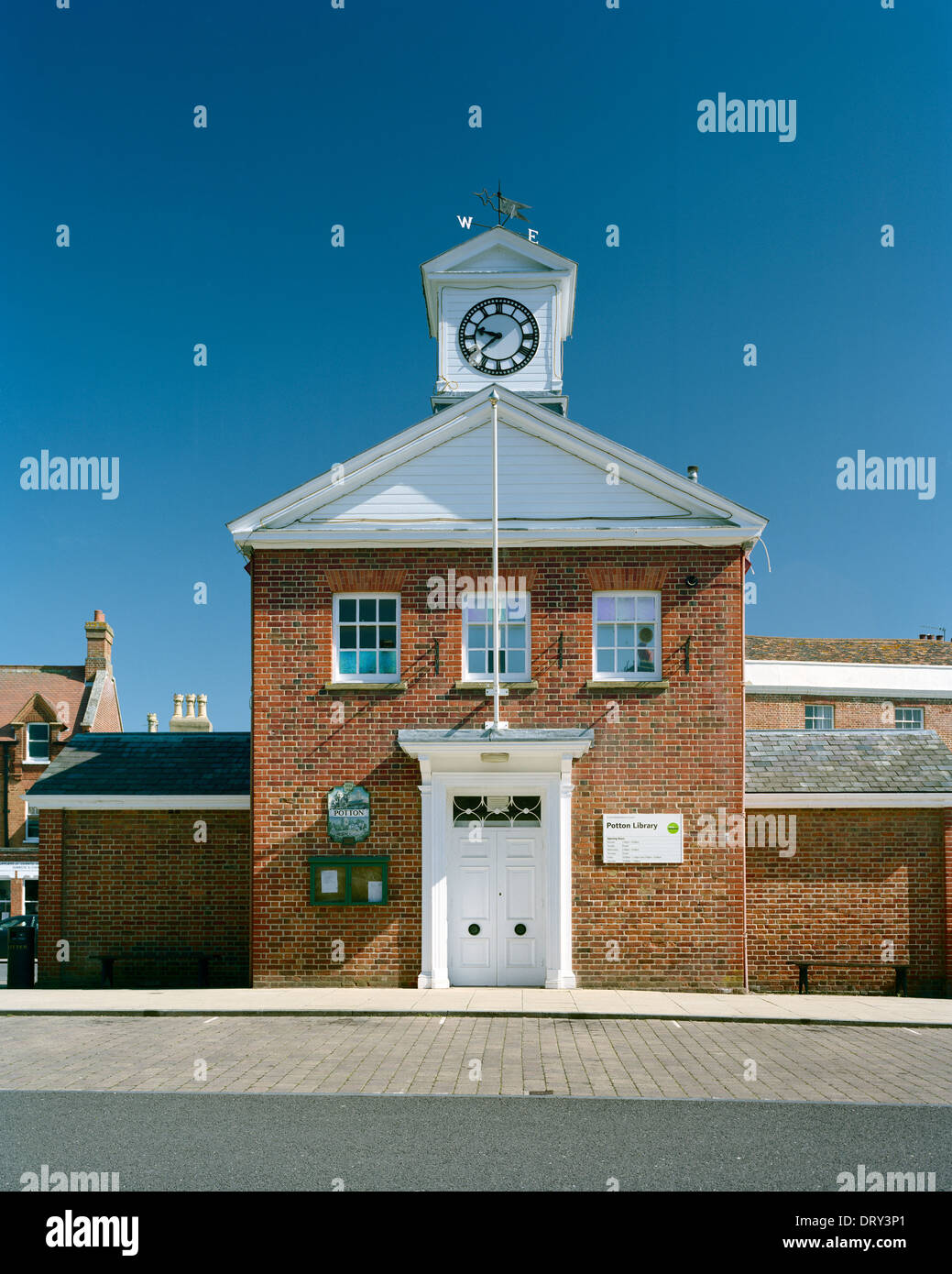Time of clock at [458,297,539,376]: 9:38
